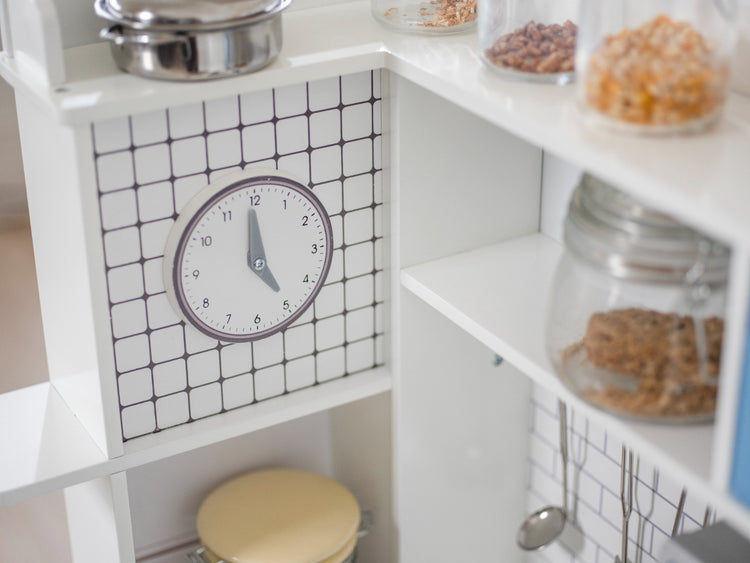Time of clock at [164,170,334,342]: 4:59
